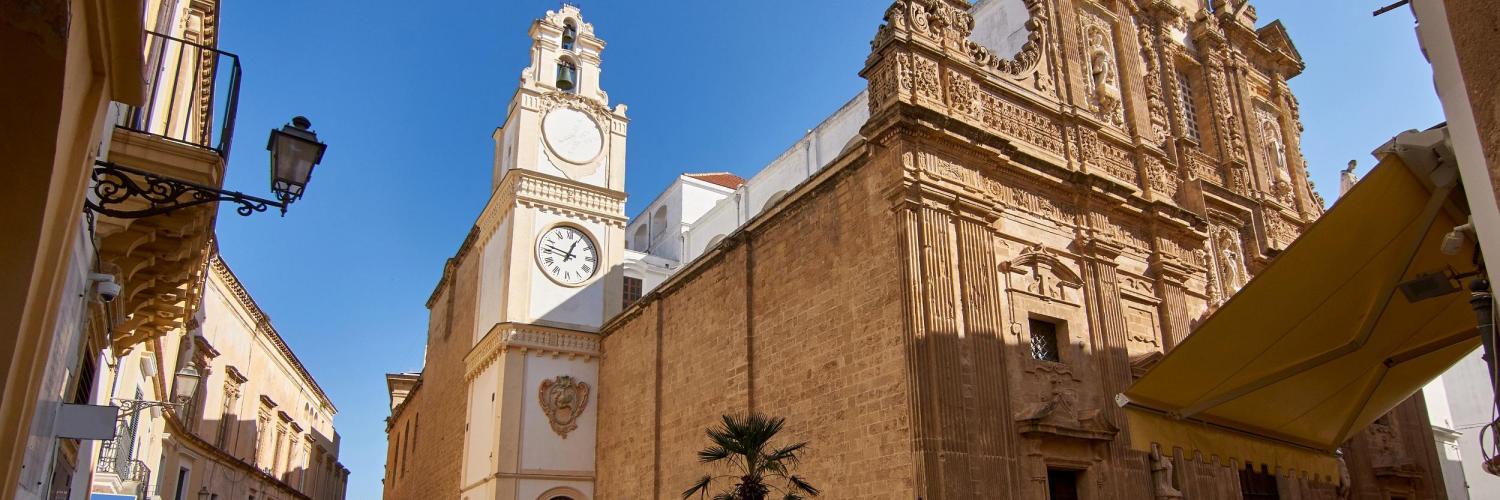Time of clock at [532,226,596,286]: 12:47
